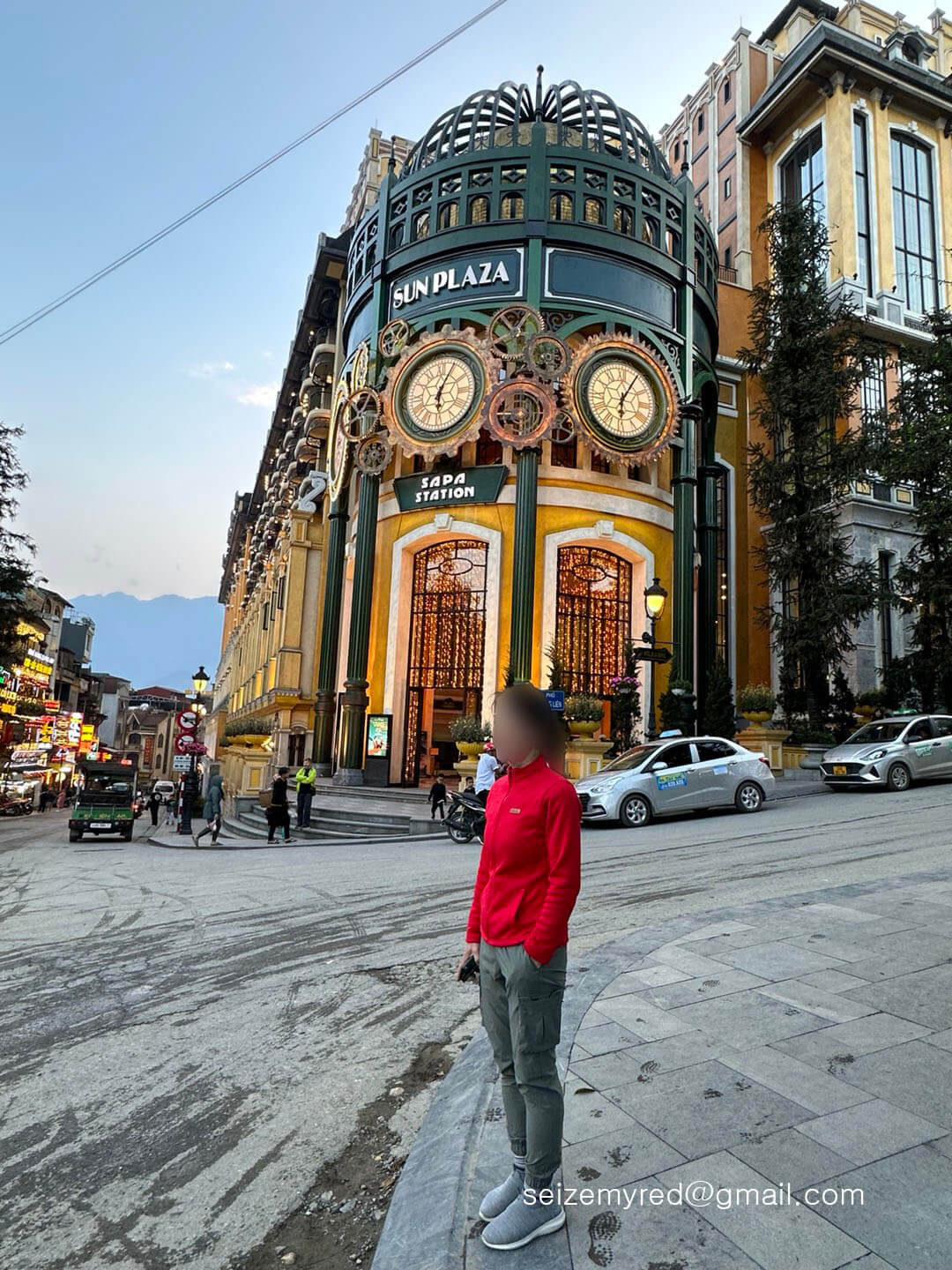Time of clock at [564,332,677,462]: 6:06
